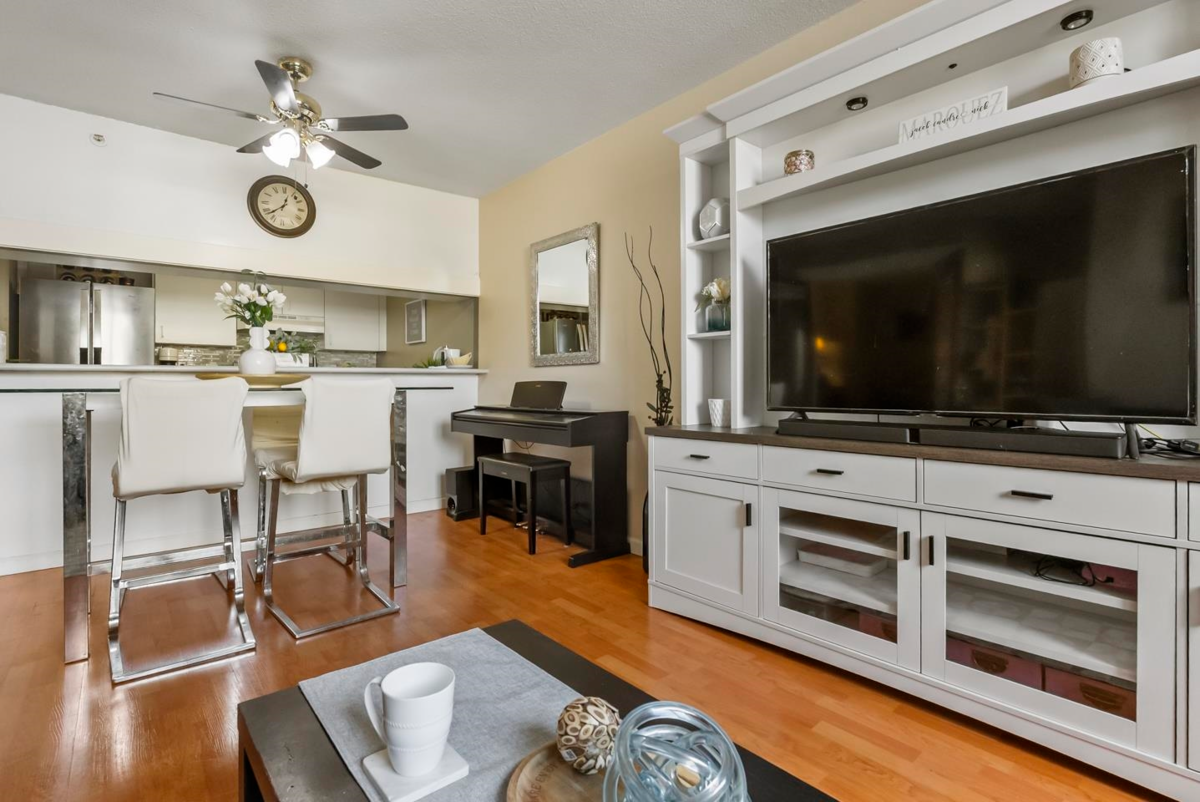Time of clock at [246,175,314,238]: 12:38
